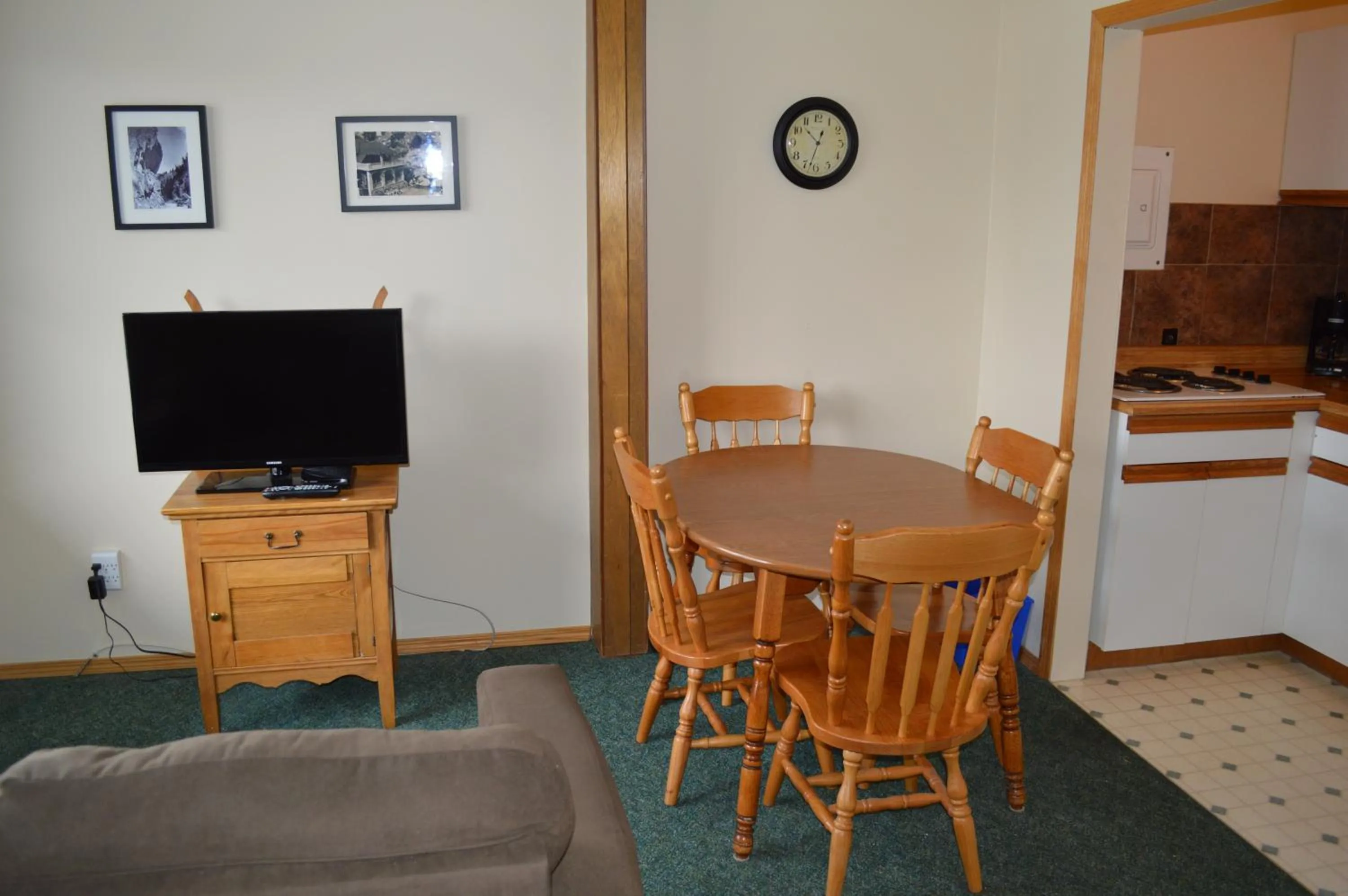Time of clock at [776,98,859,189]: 10:33
